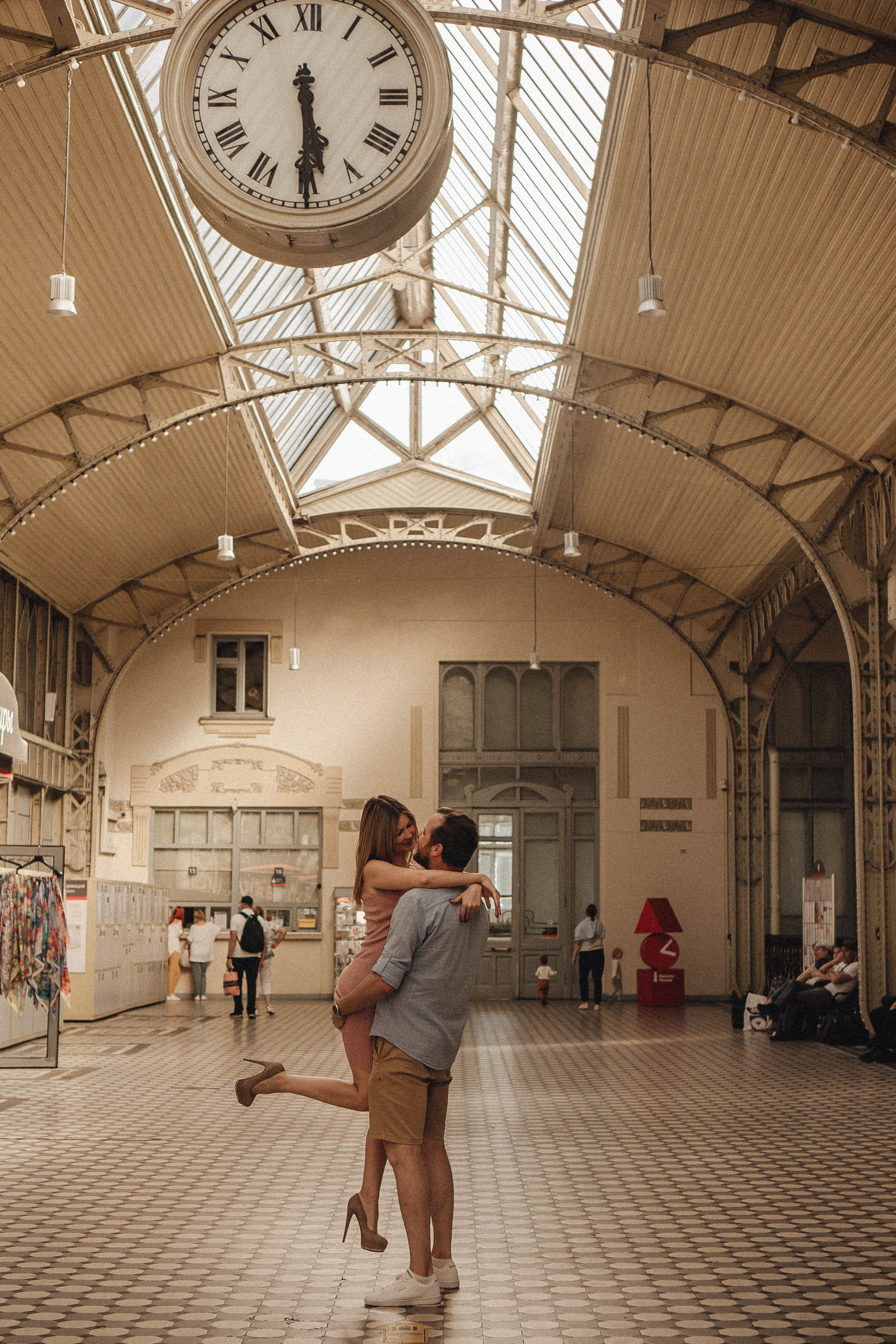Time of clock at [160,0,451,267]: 5:29
